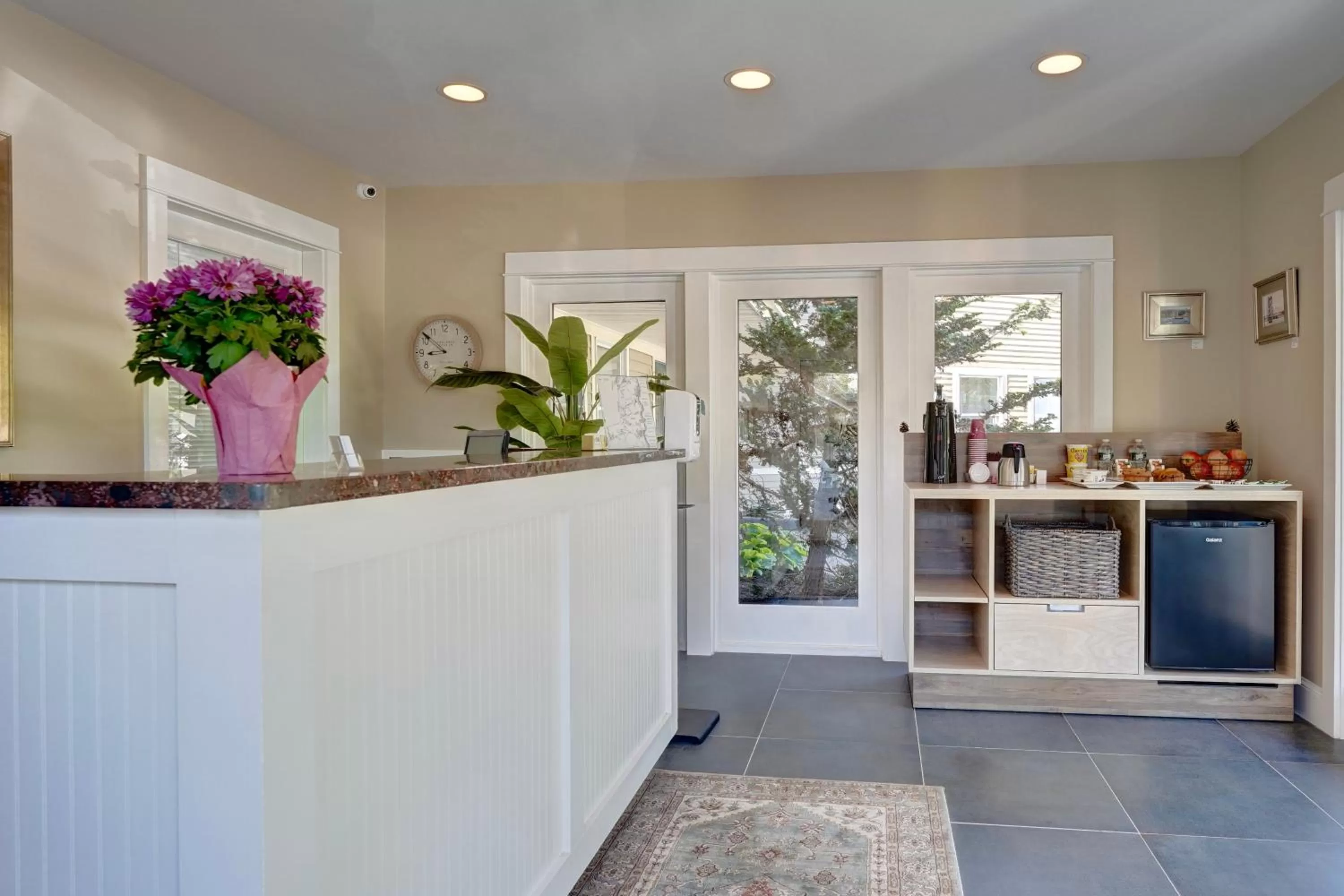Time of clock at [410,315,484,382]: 8:51
